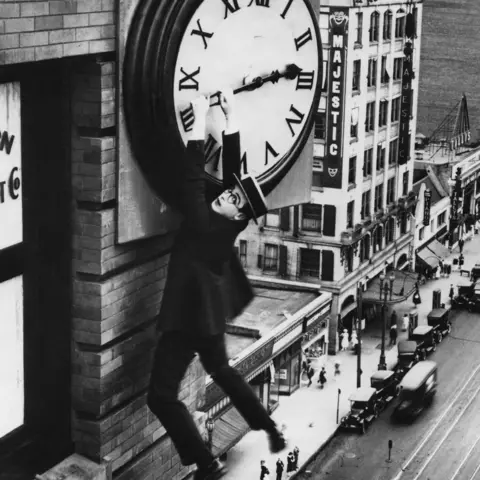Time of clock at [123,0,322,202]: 2:13
